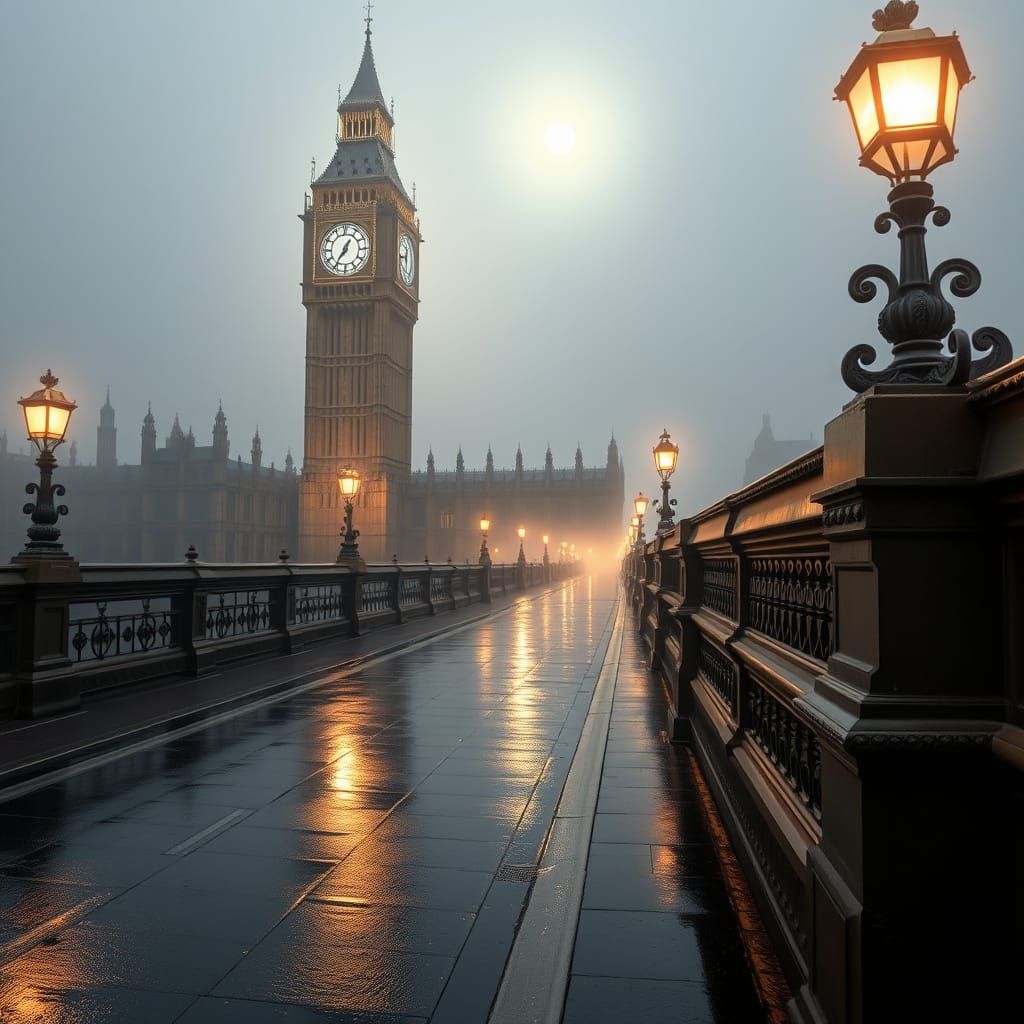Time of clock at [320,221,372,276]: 12:35
